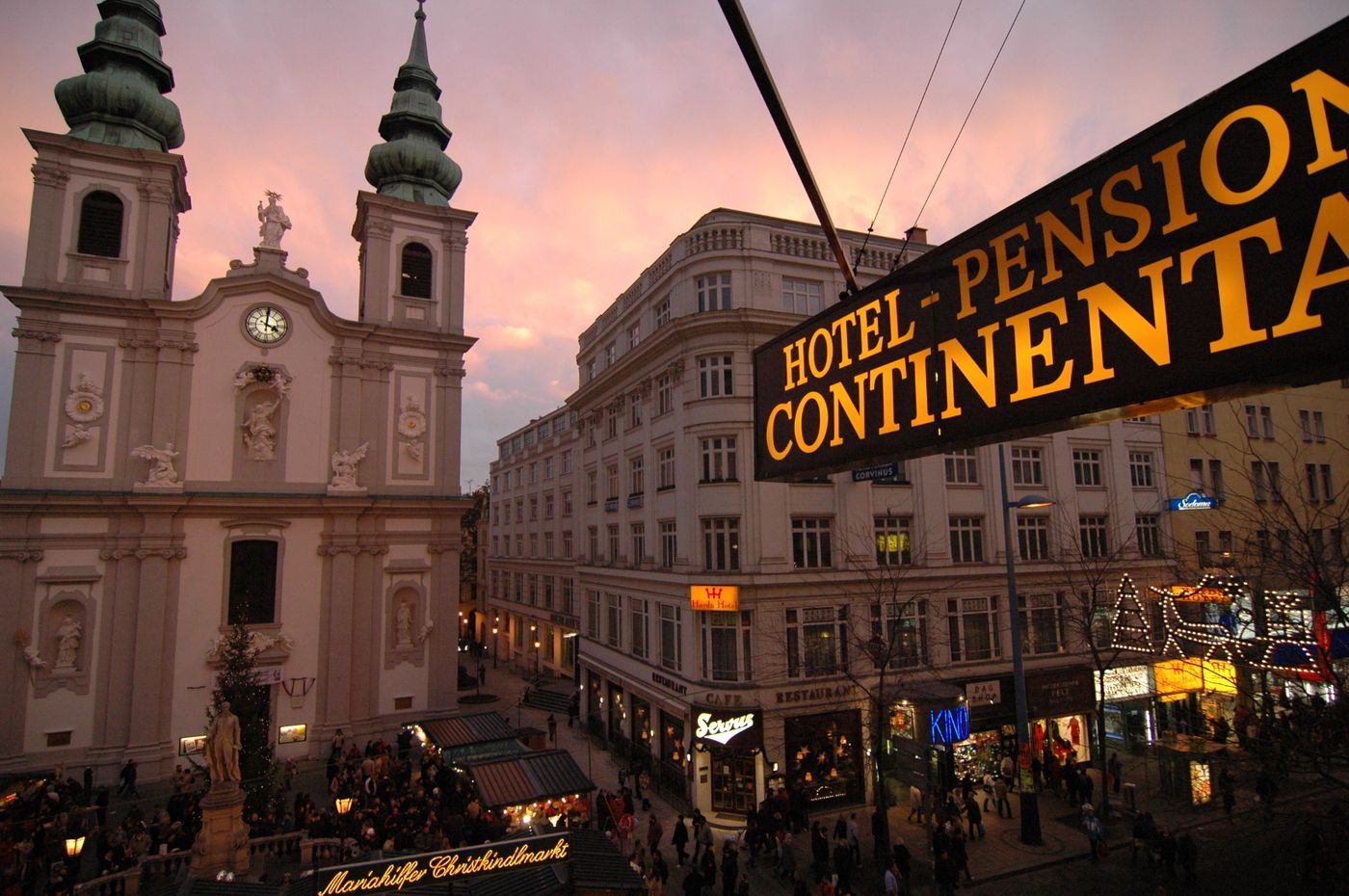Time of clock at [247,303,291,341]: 4:00
